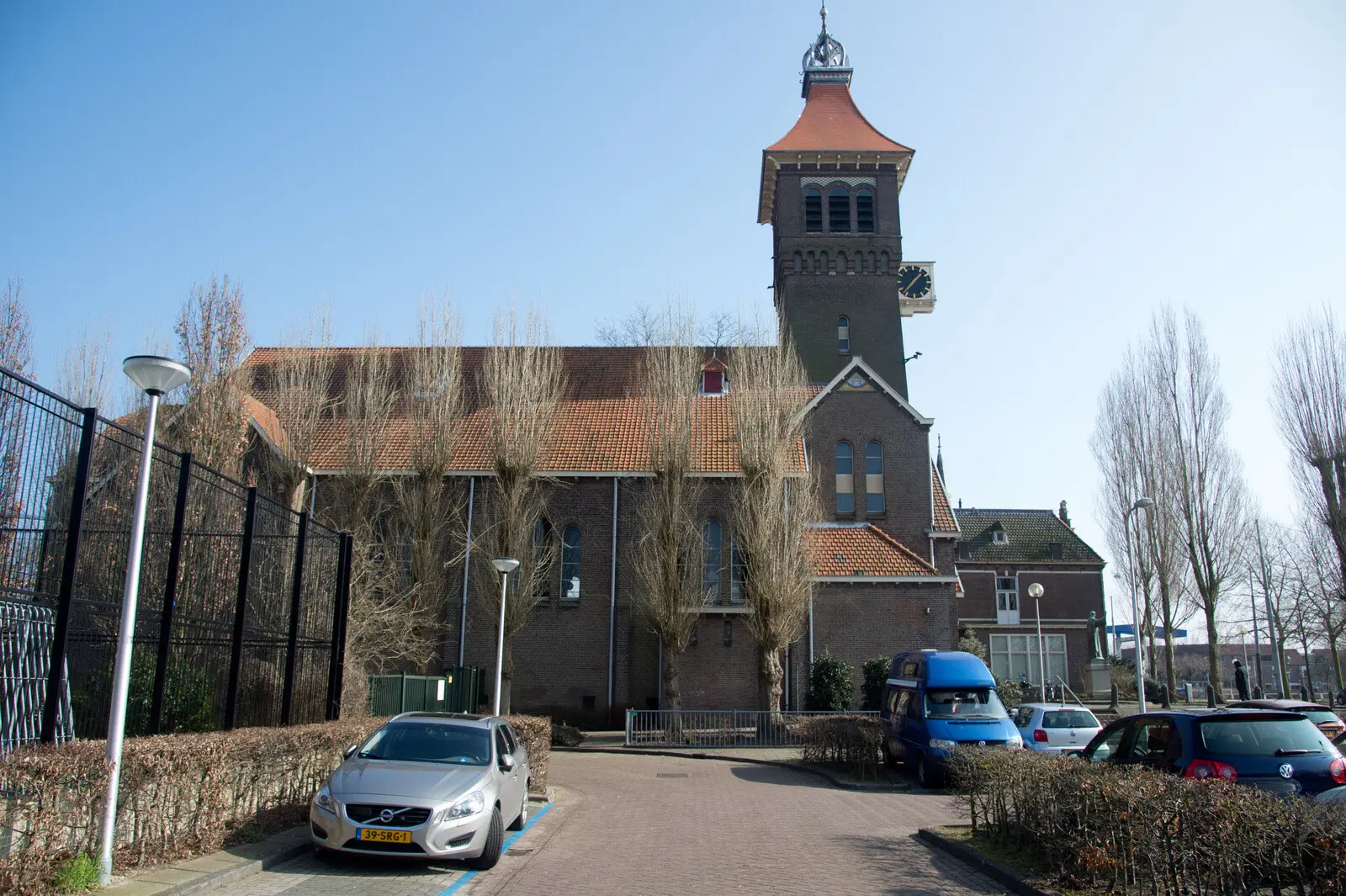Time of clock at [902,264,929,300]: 1:36
